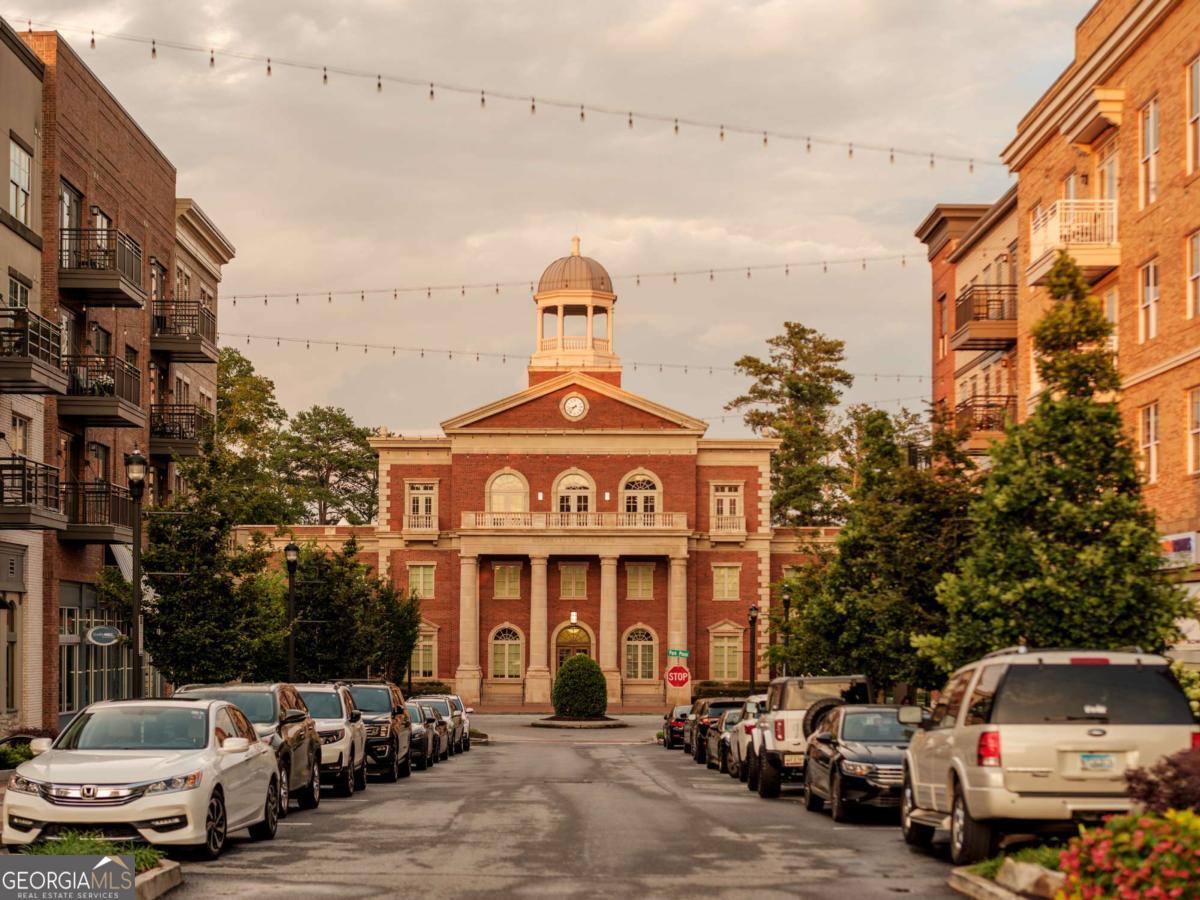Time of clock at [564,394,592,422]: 8:37
